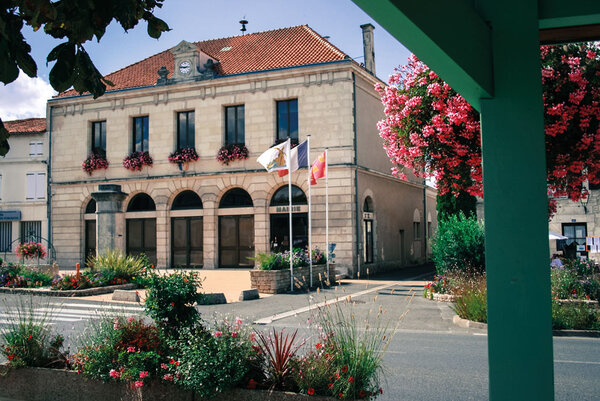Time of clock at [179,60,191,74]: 2:46
